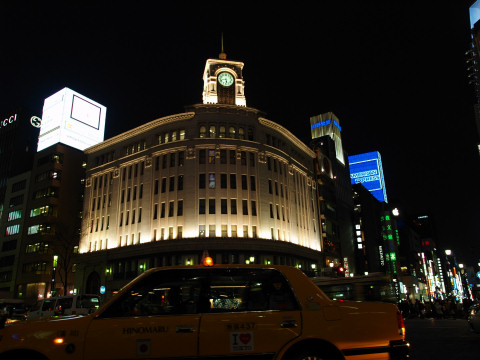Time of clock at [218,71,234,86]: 5:42
